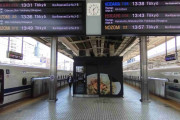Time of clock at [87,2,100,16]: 1:28
